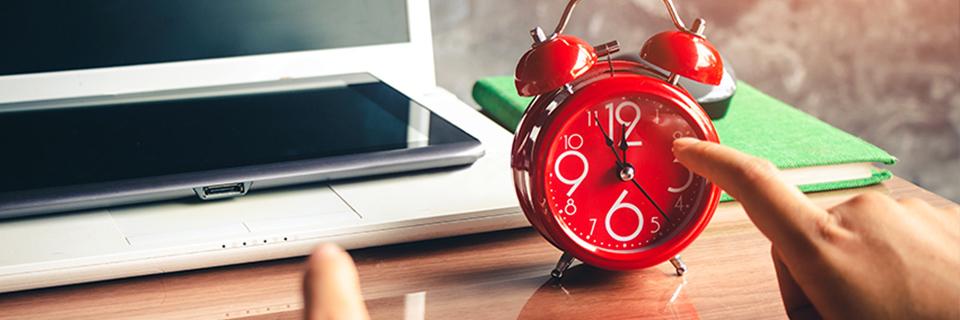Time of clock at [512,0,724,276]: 11:55
